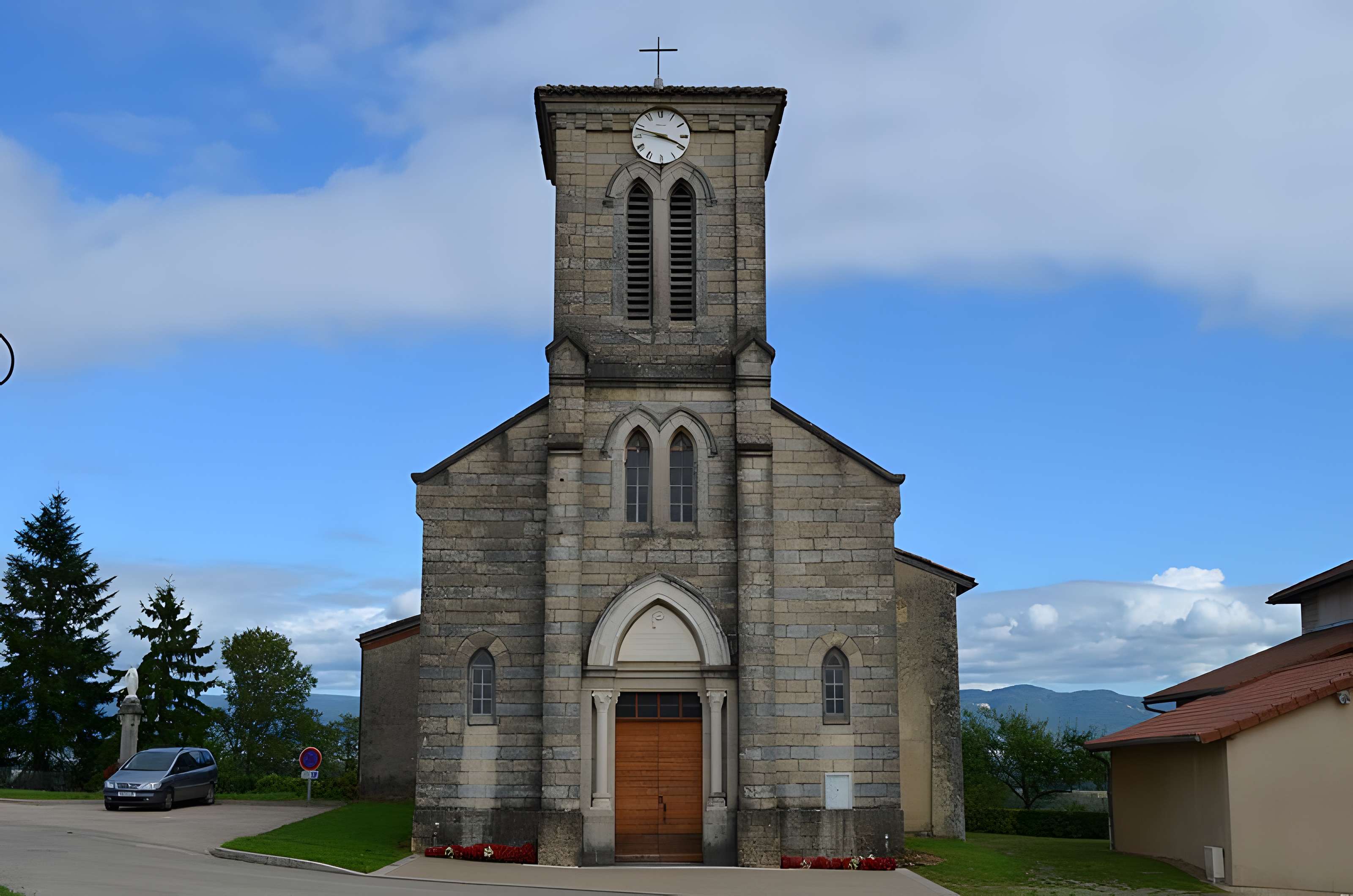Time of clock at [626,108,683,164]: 3:47
